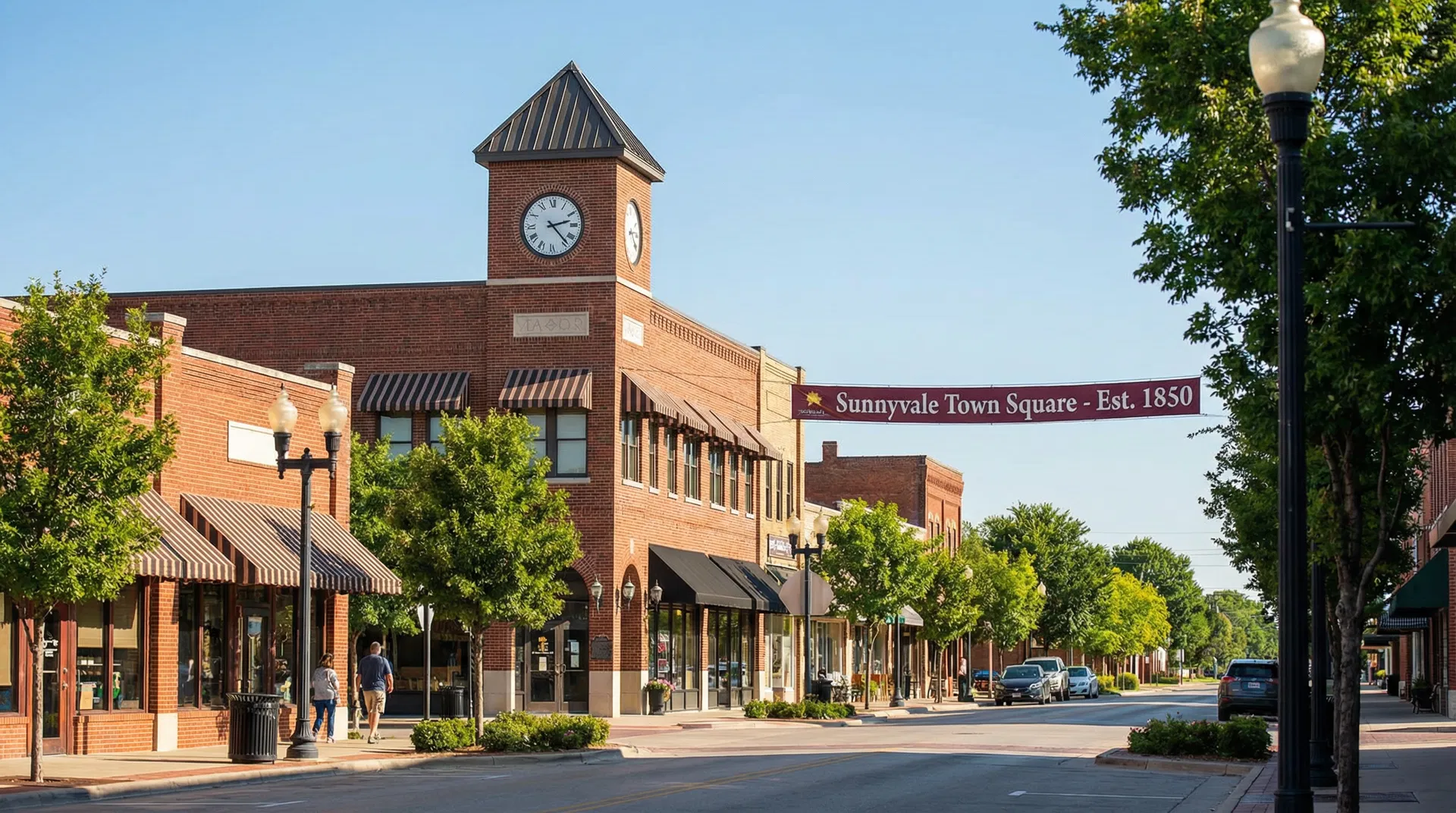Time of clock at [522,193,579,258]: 2:23
